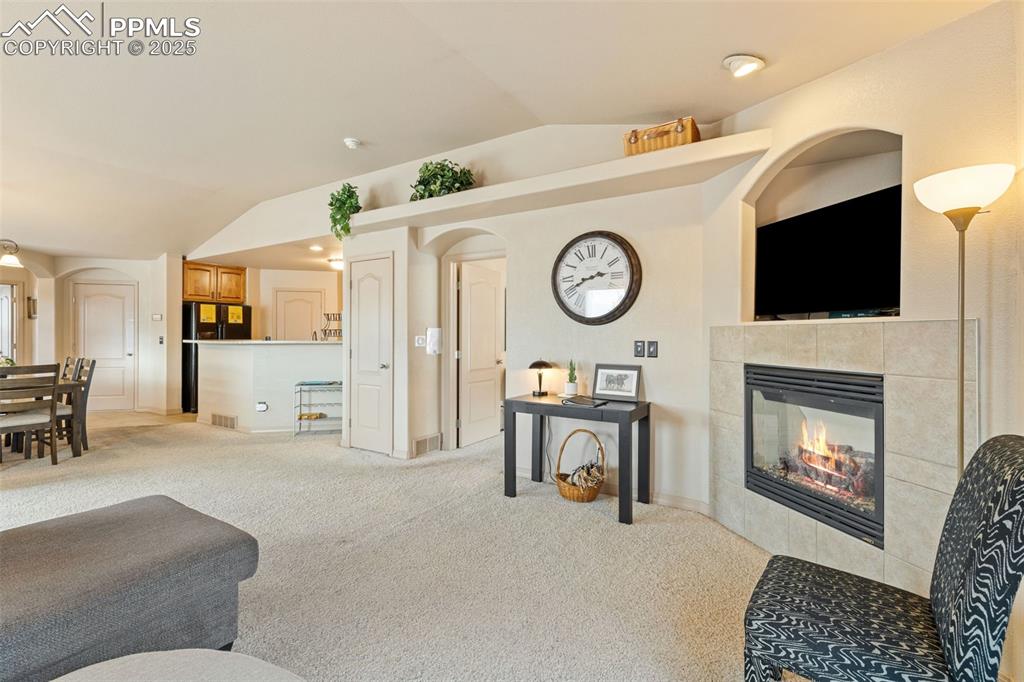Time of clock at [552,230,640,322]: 2:40
